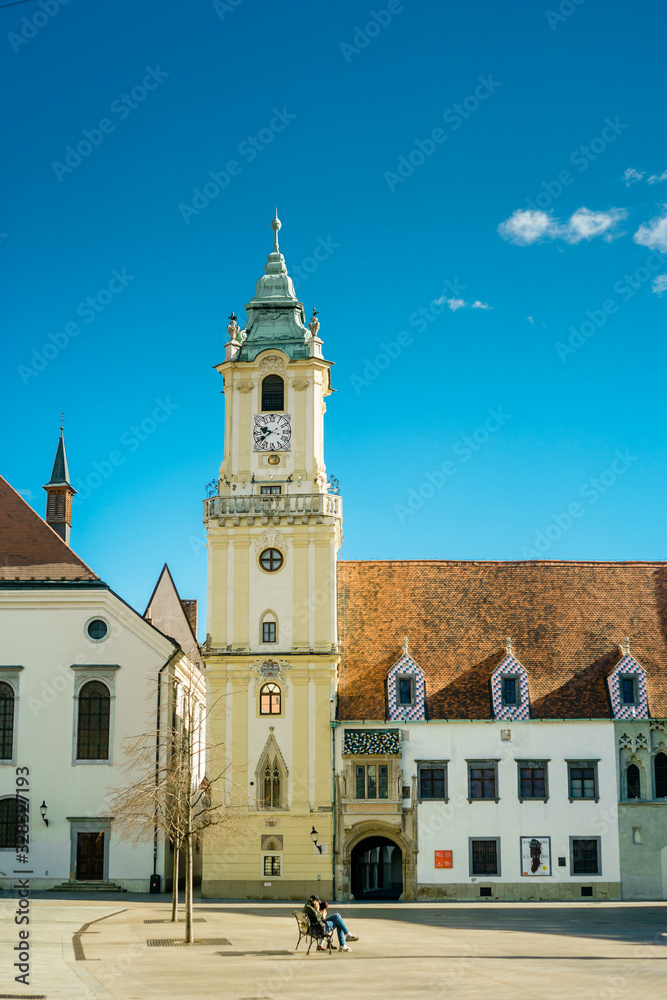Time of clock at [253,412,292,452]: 9:39
